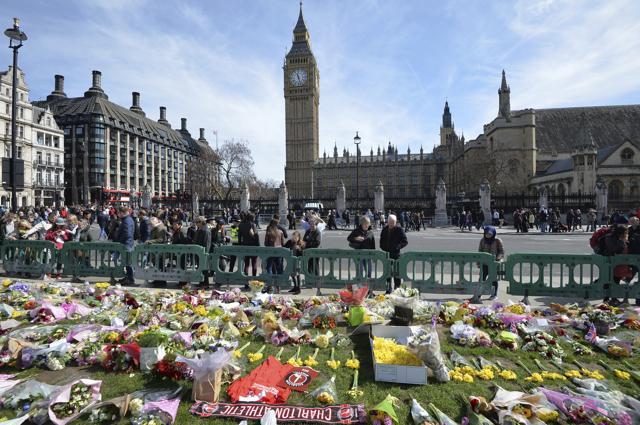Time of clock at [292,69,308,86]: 11:27
